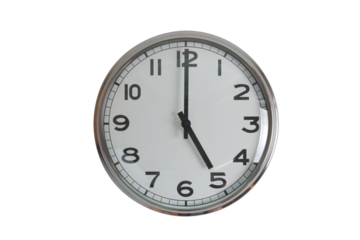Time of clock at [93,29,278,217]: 5:00
